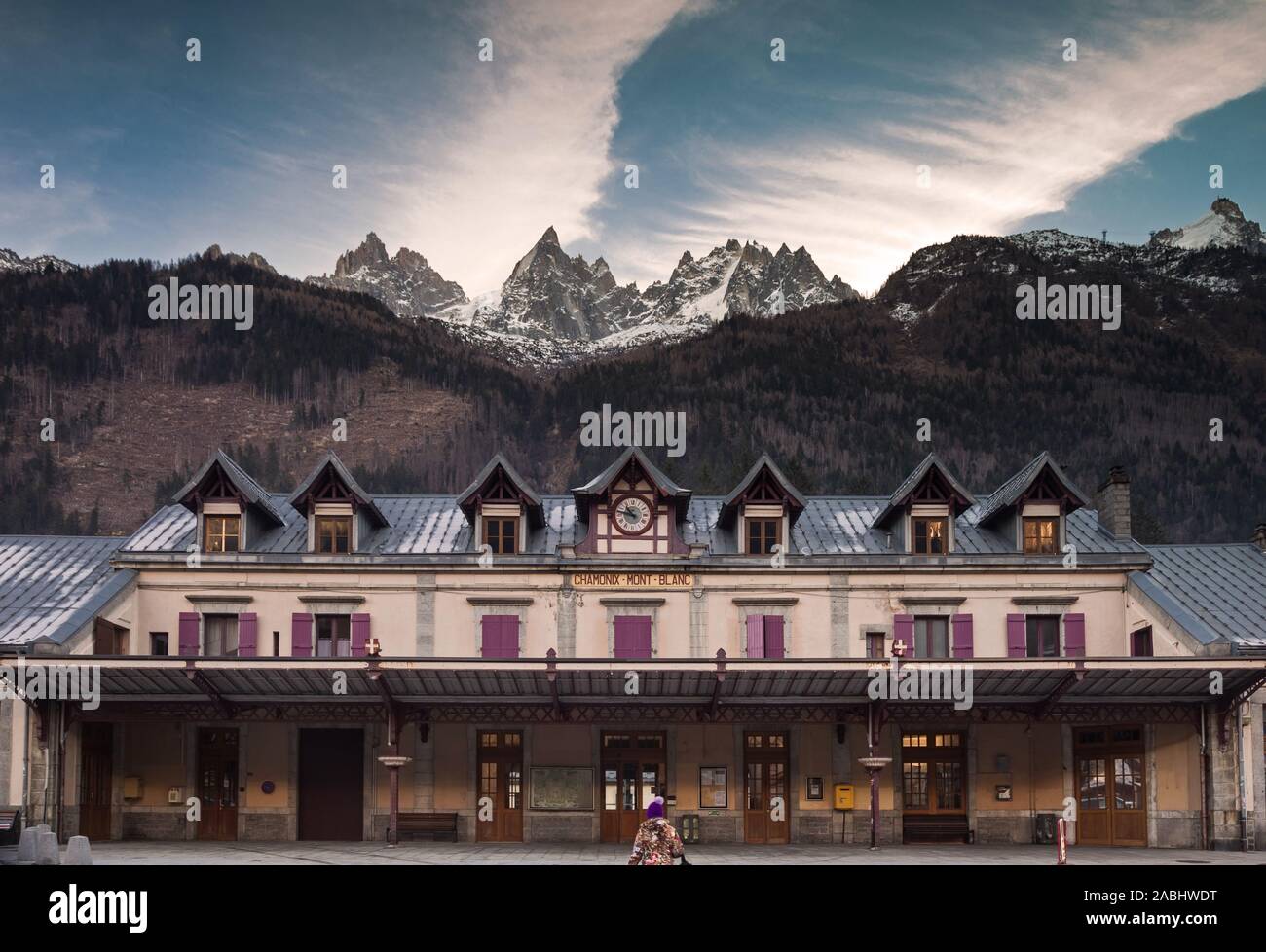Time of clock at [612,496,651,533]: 10:47
